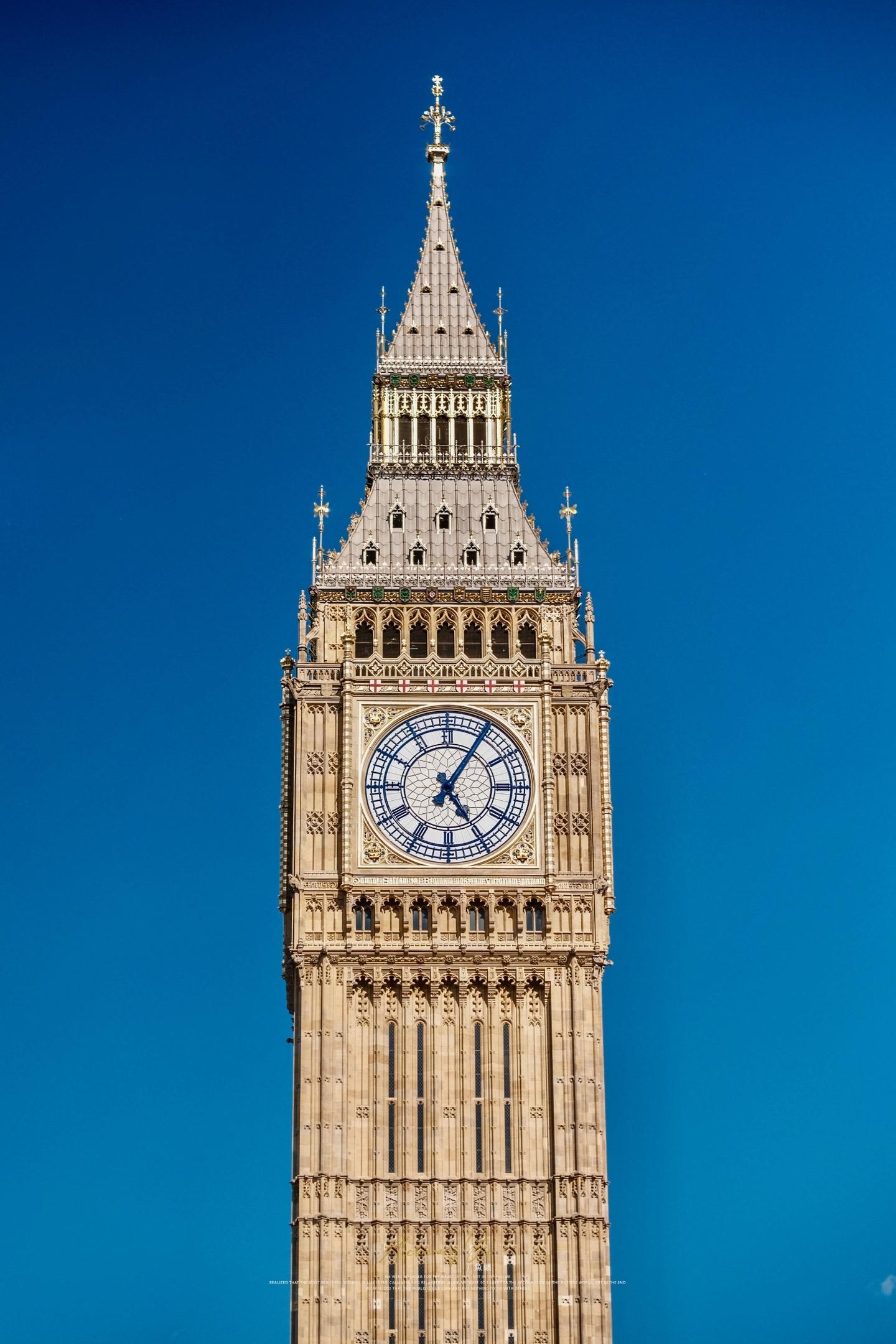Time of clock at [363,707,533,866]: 5:05
